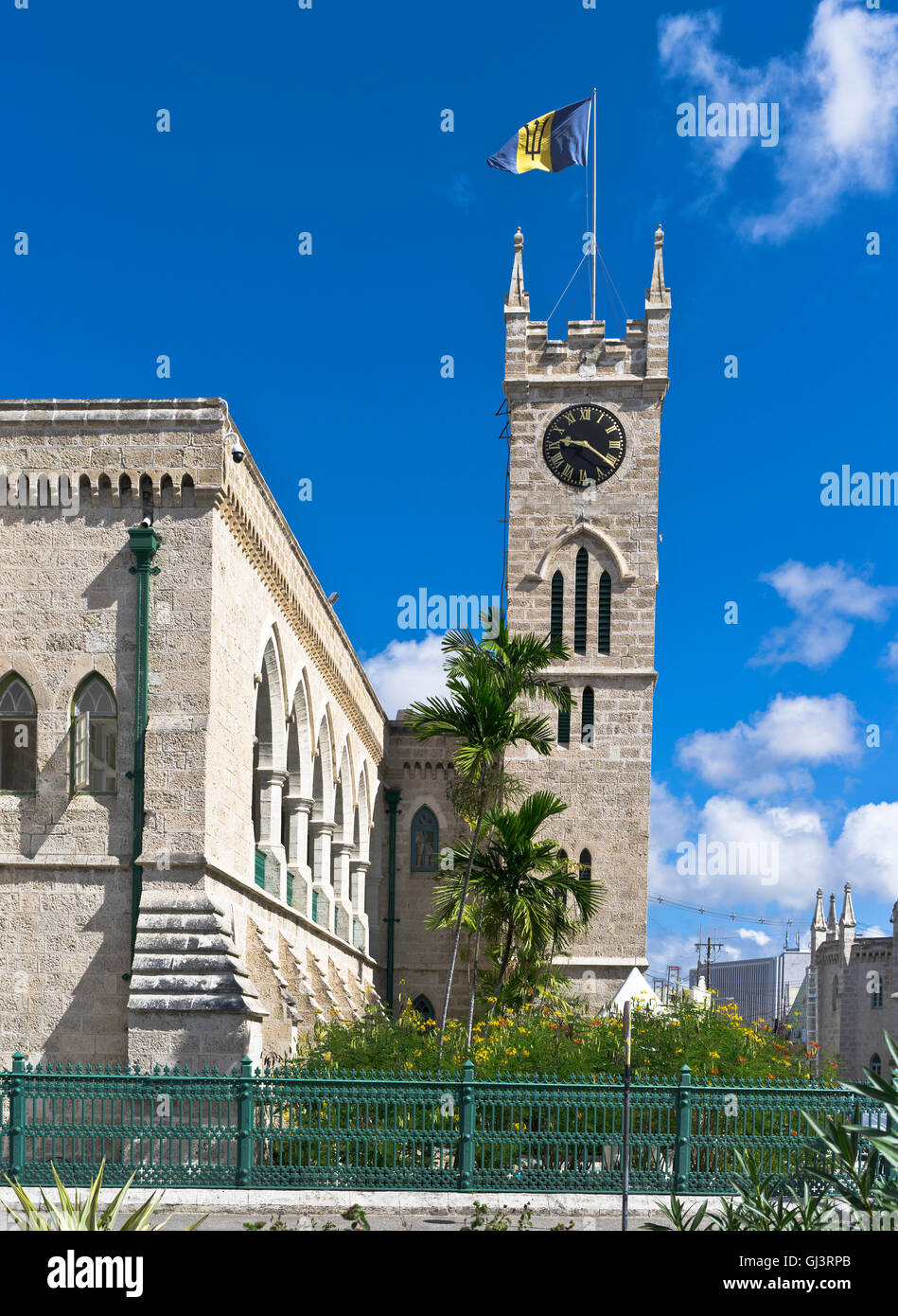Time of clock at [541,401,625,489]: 9:20
